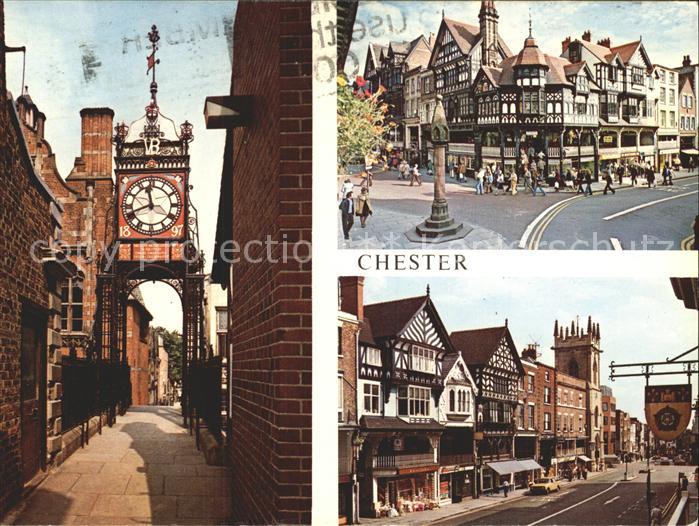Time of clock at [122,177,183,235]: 11:41
